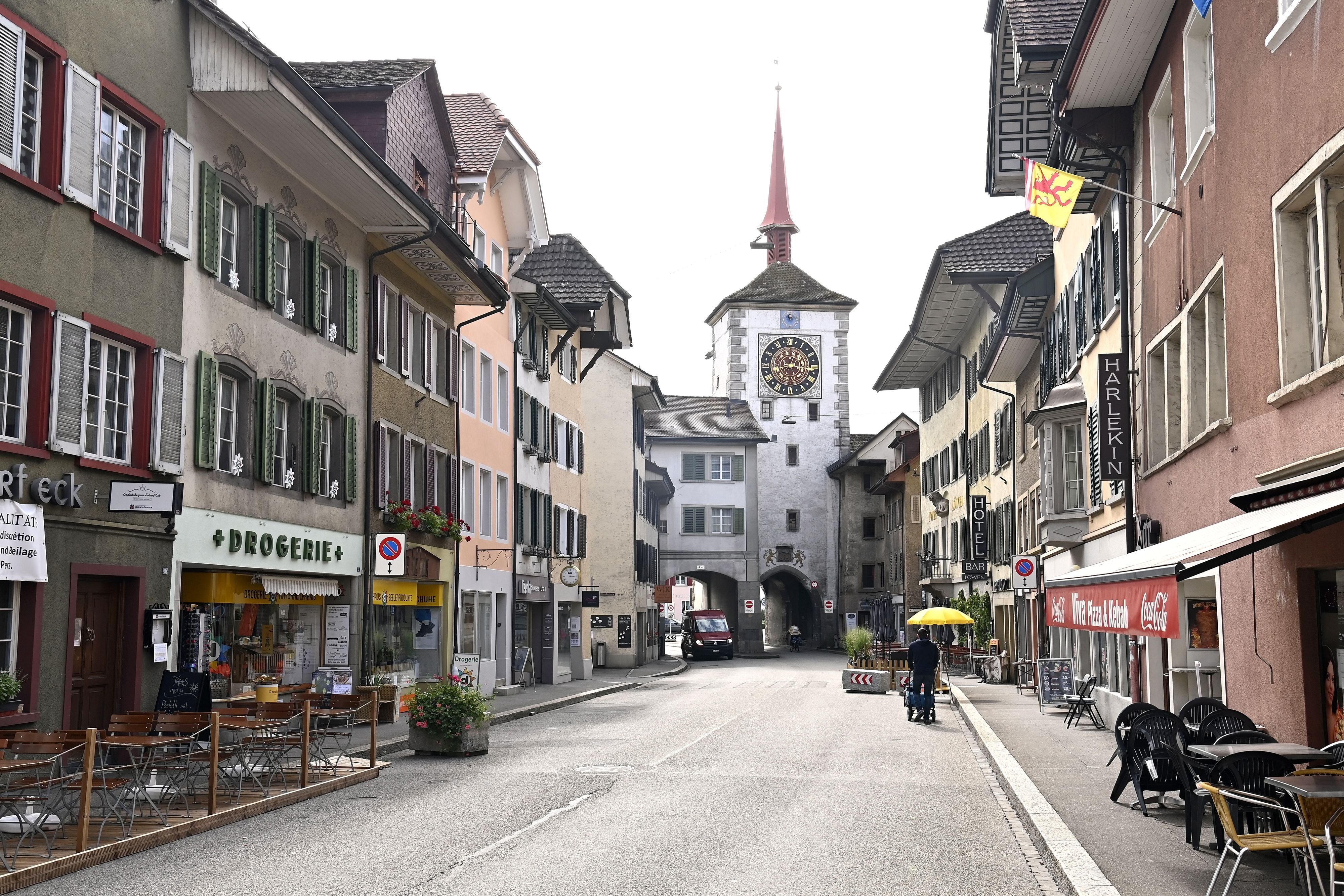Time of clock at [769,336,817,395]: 8:16
